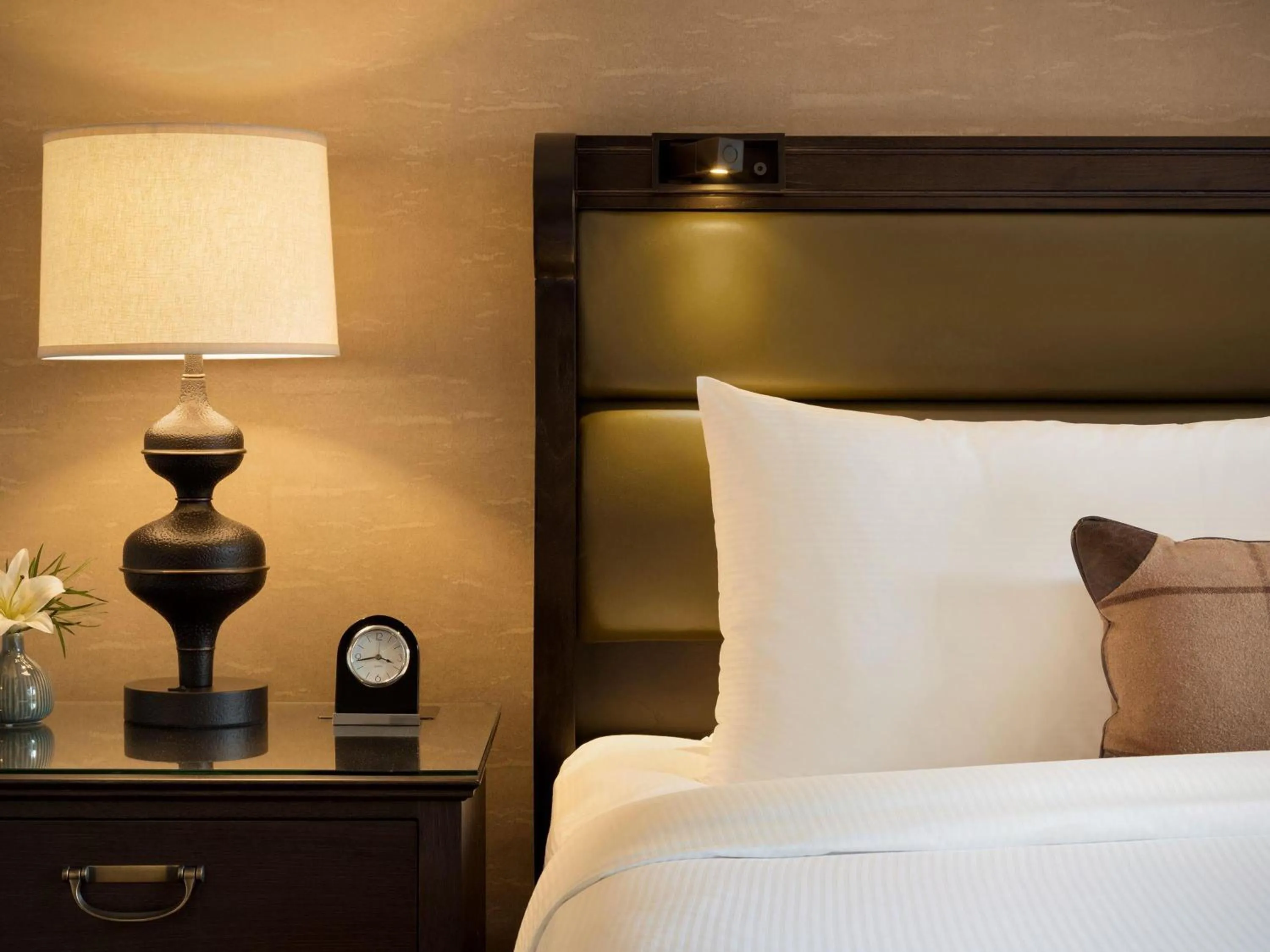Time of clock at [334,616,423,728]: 3:43
